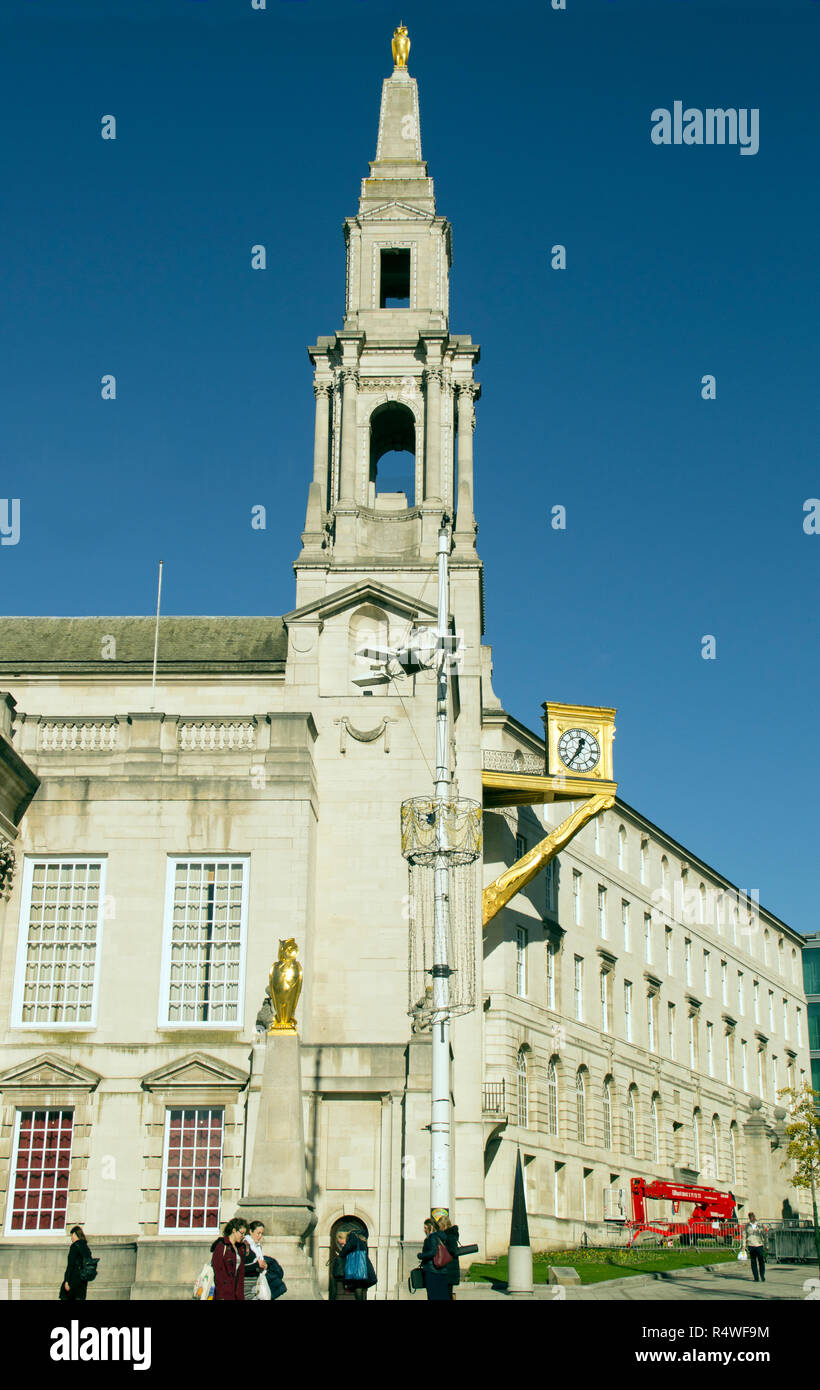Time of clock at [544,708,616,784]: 12:35
